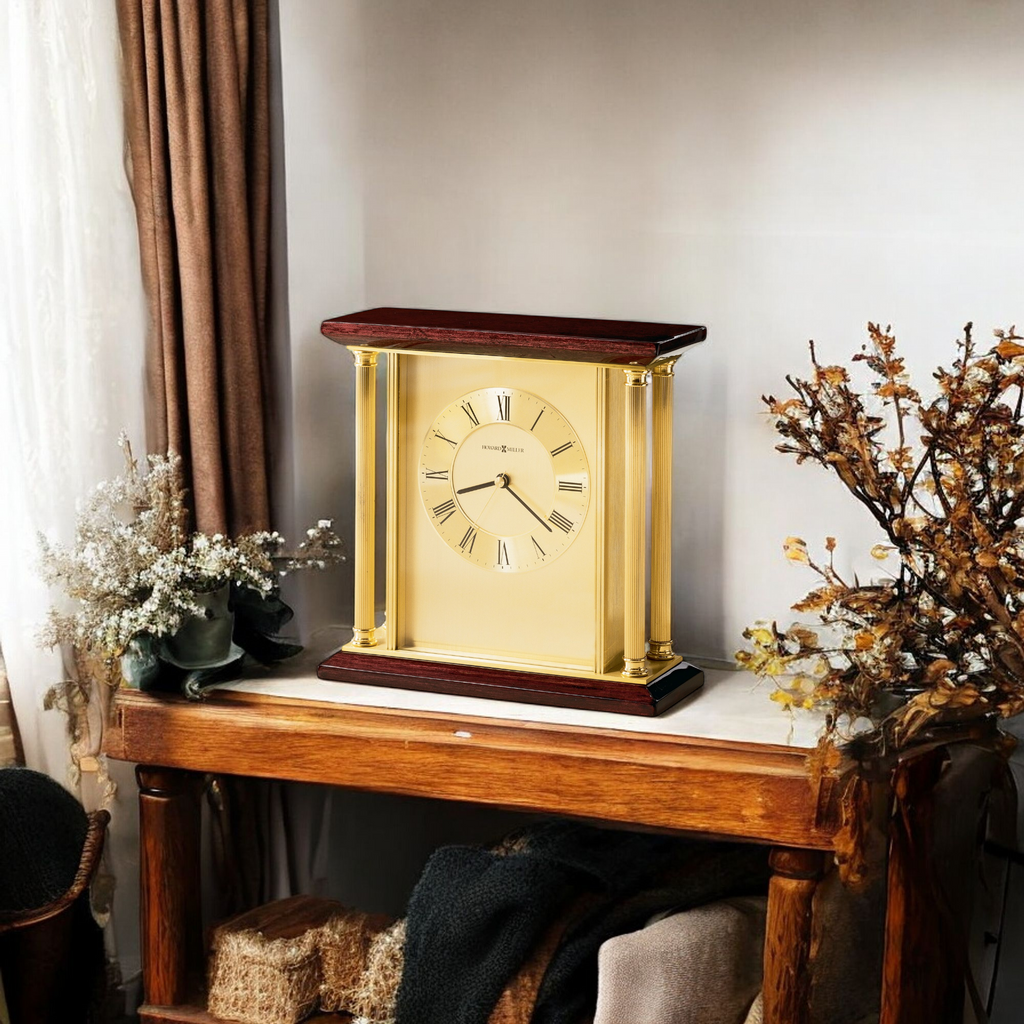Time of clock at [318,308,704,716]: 8:20
